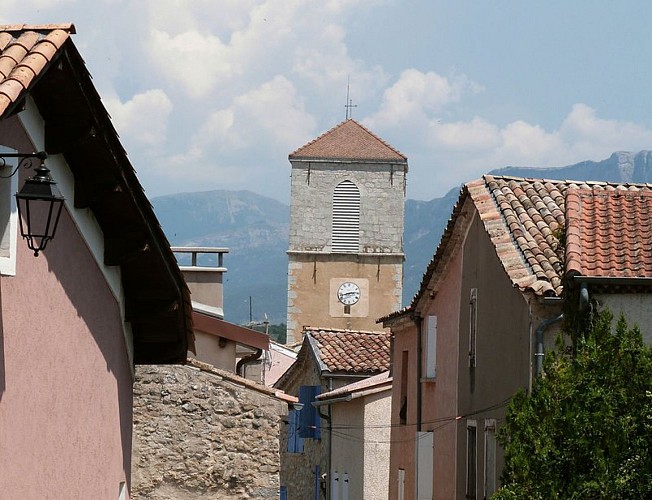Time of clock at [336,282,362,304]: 2:42
